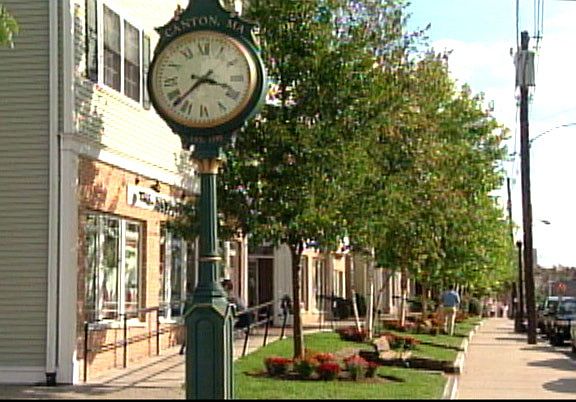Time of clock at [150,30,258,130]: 3:38
